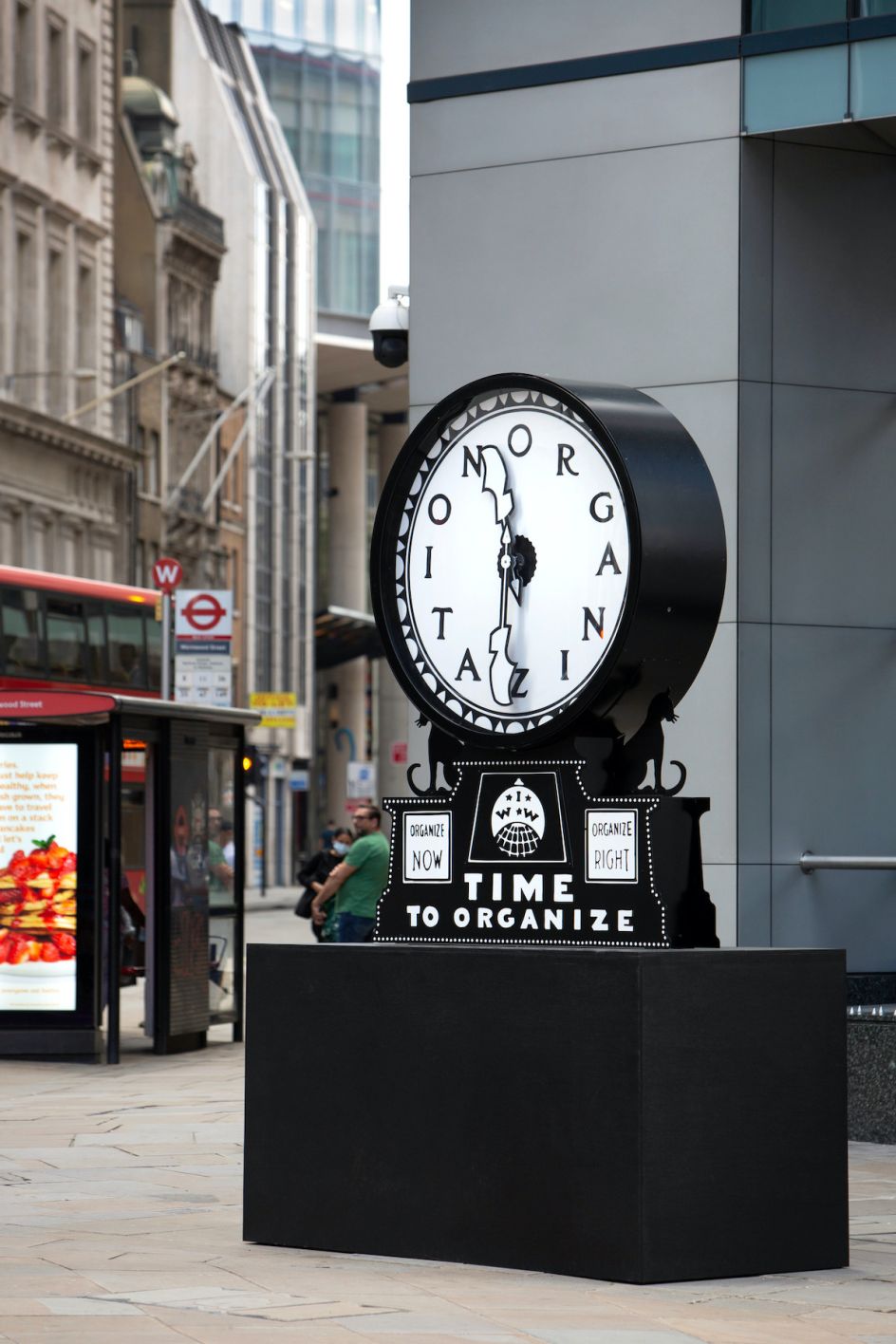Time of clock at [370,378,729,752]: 11:31
